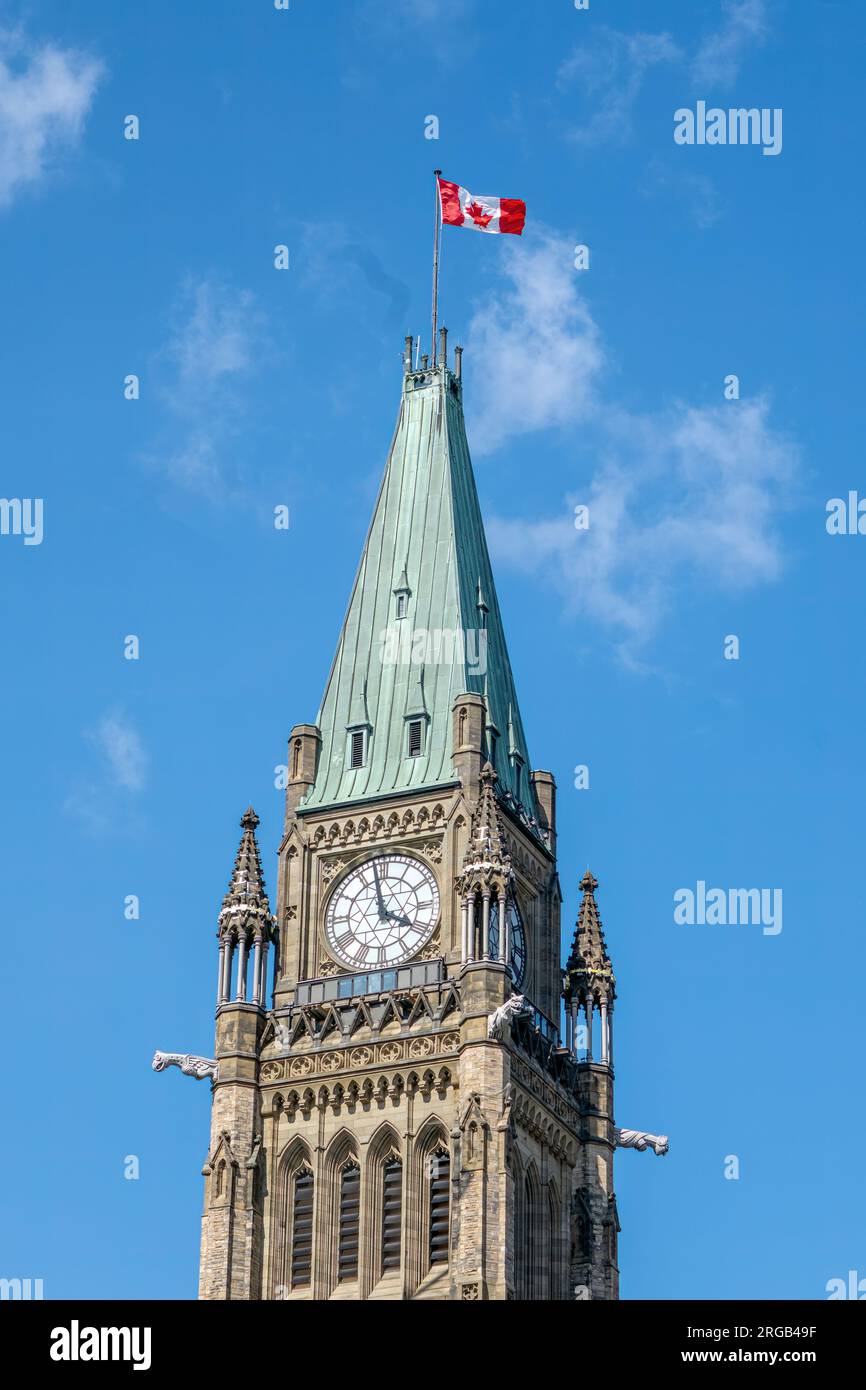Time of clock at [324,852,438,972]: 3:58
